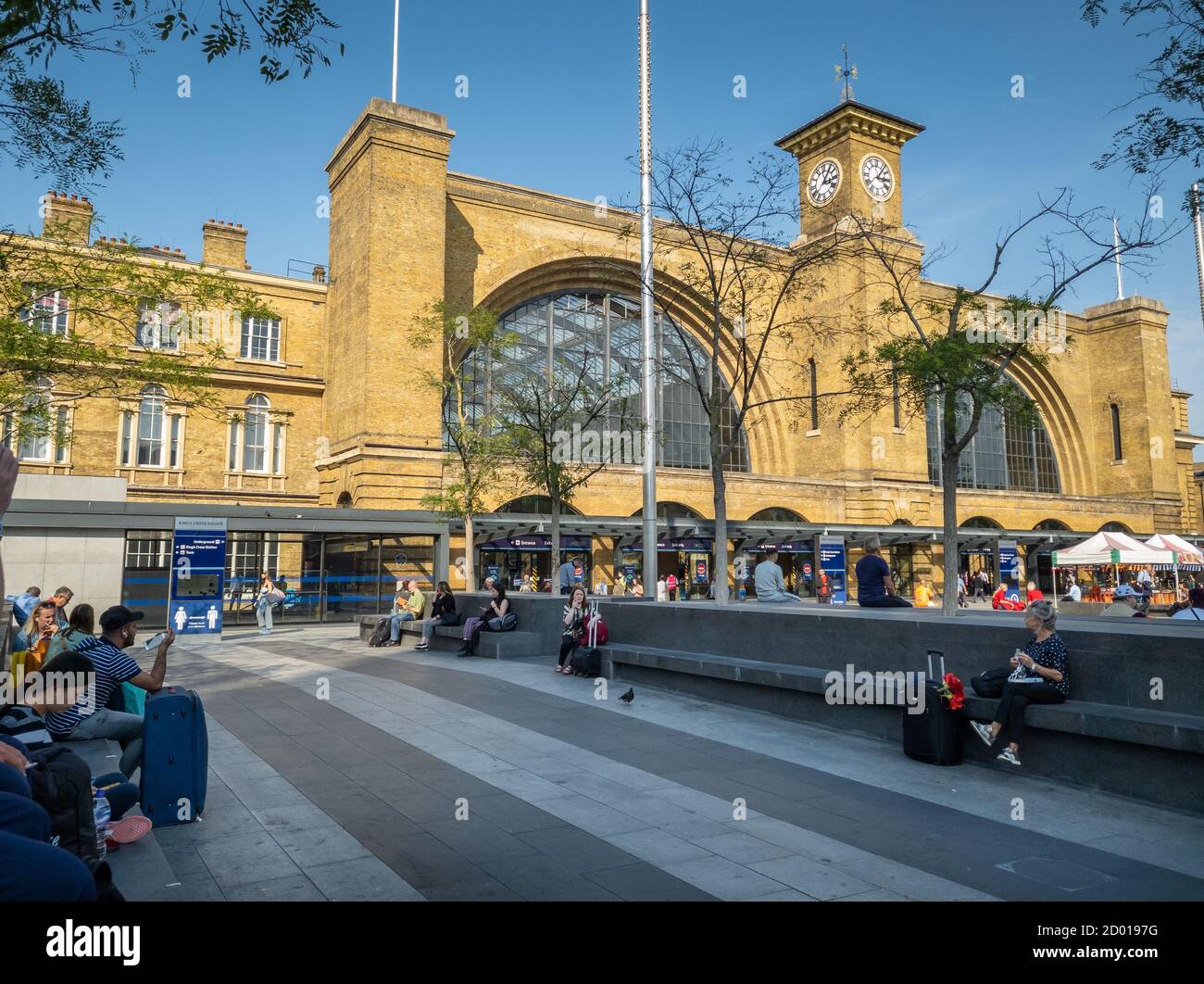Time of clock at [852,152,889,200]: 3:06
